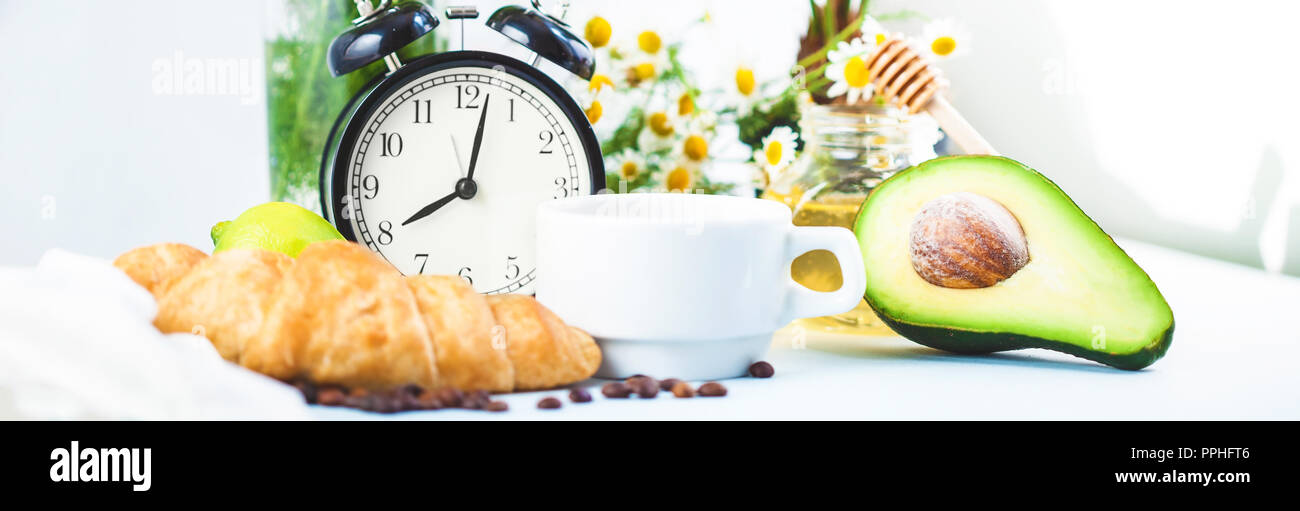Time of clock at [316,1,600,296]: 8:02
